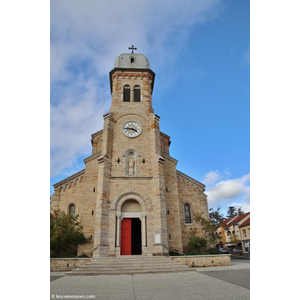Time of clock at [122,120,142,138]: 3:45
